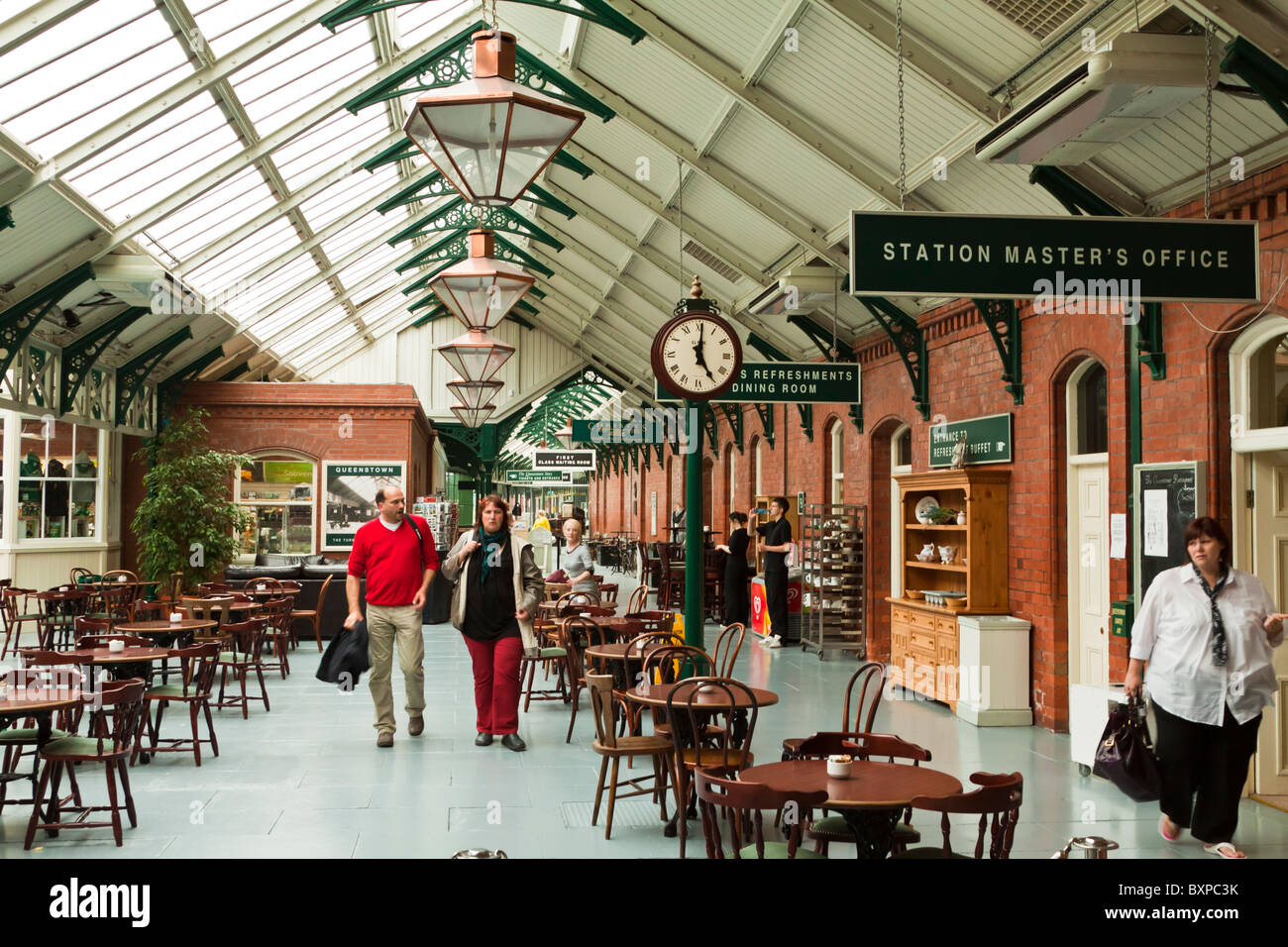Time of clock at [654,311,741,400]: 5:00
